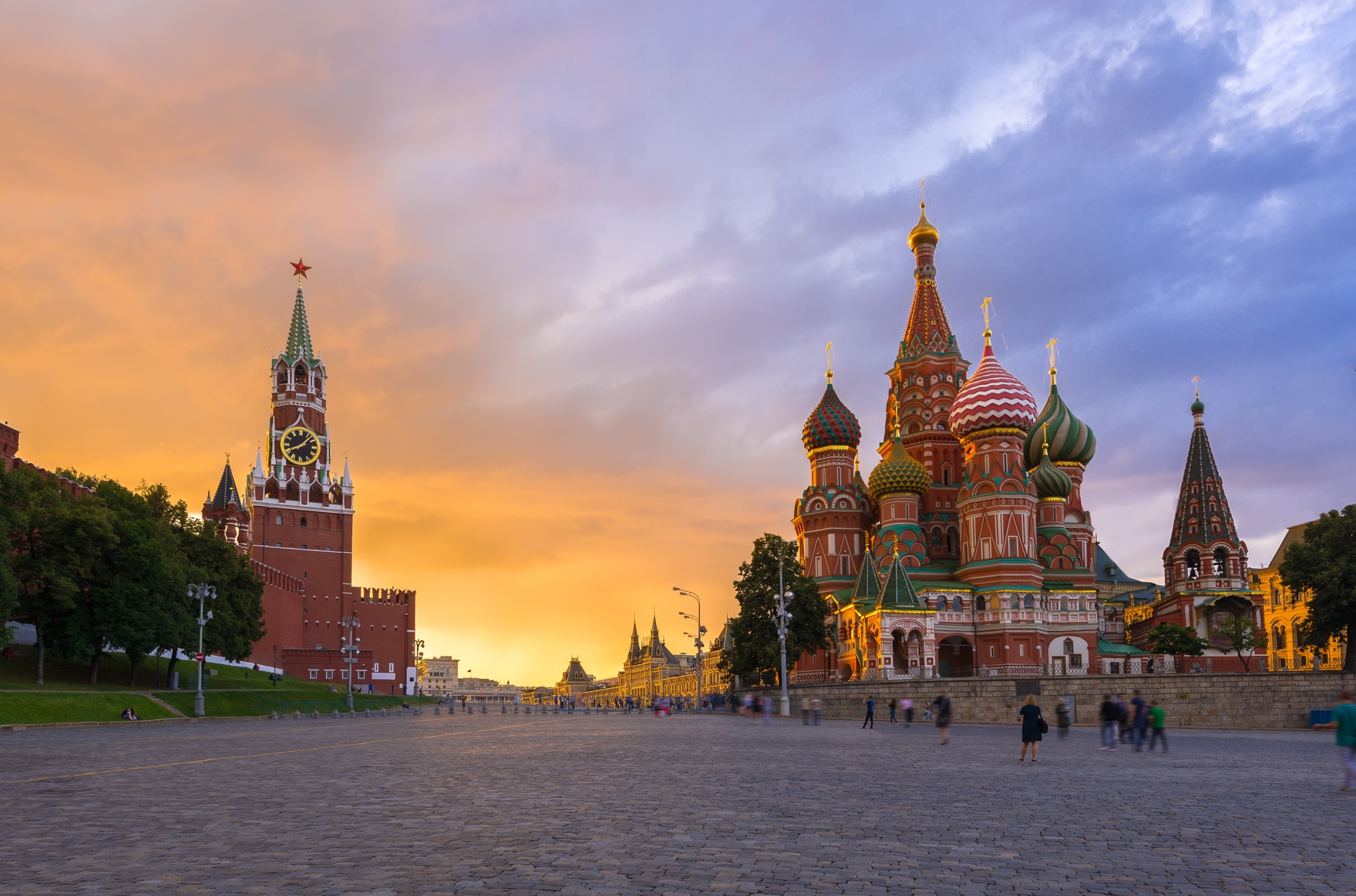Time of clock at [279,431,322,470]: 8:07
